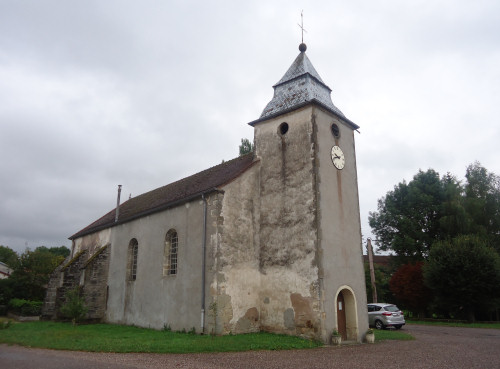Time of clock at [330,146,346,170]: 9:42
